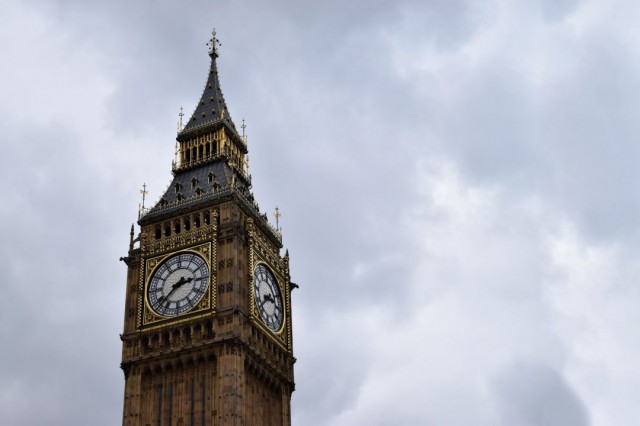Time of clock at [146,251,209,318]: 2:38
